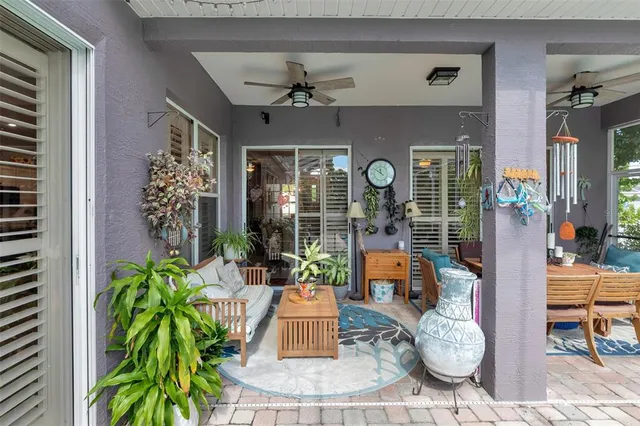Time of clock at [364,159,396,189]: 11:51
